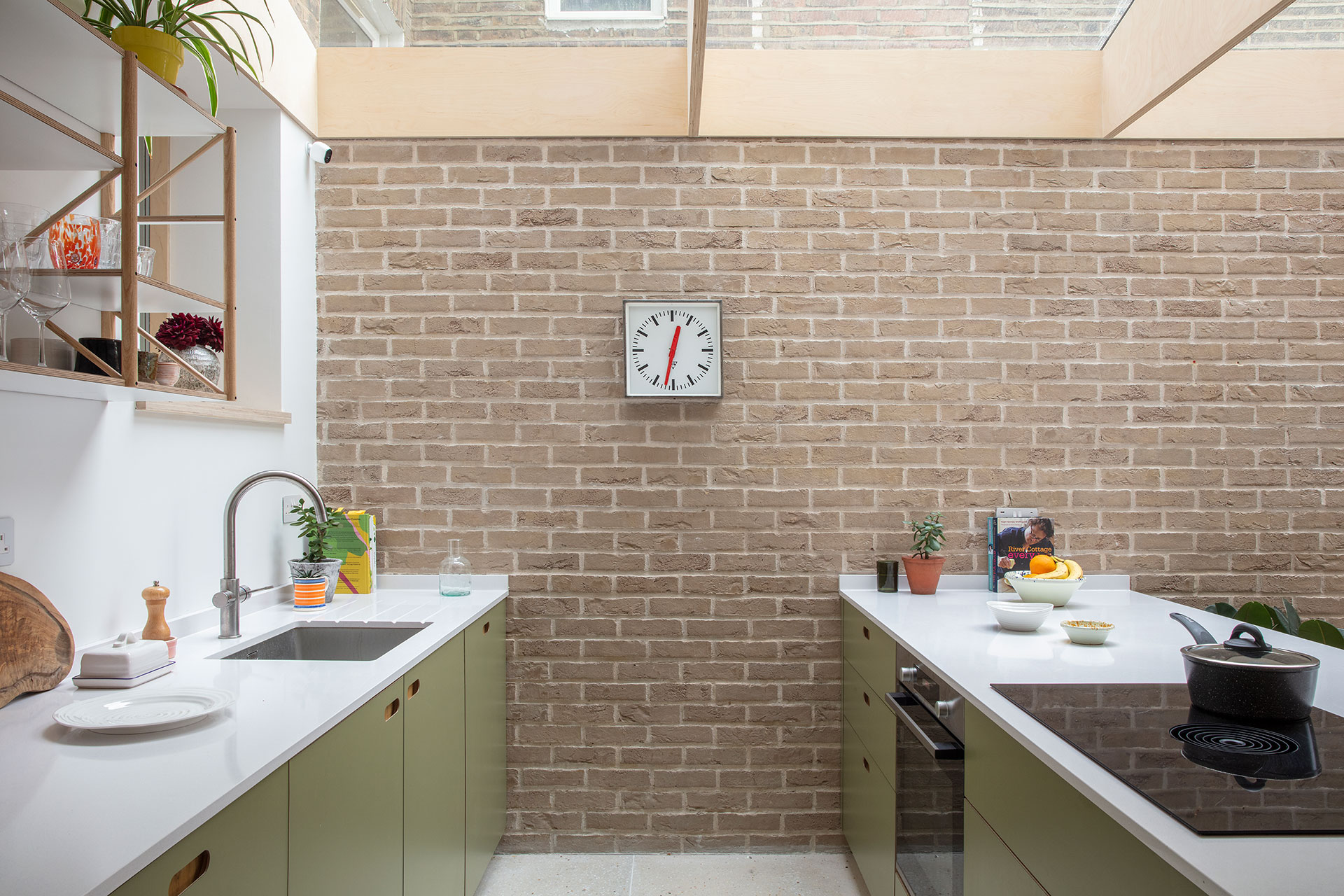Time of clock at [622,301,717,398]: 12:32
